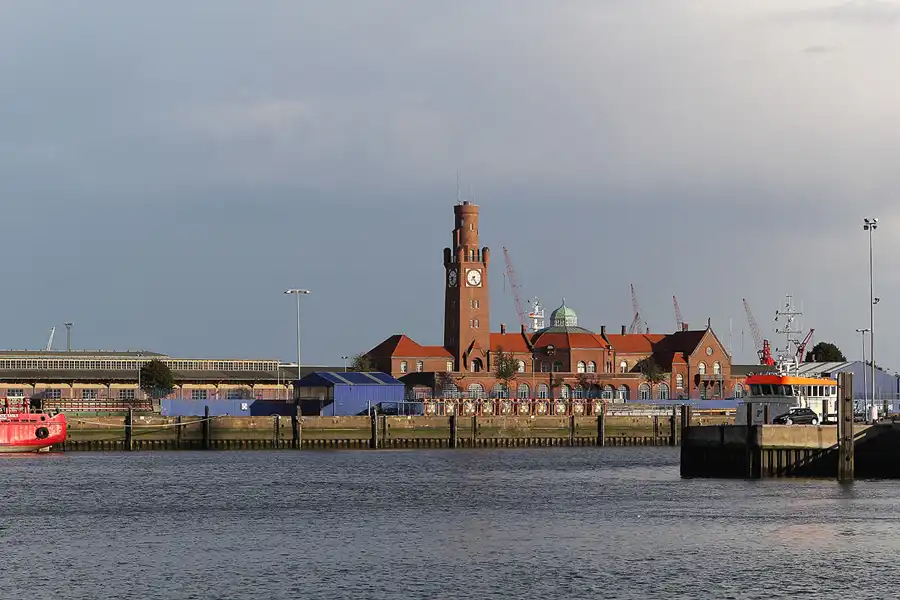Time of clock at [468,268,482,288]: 7:25
